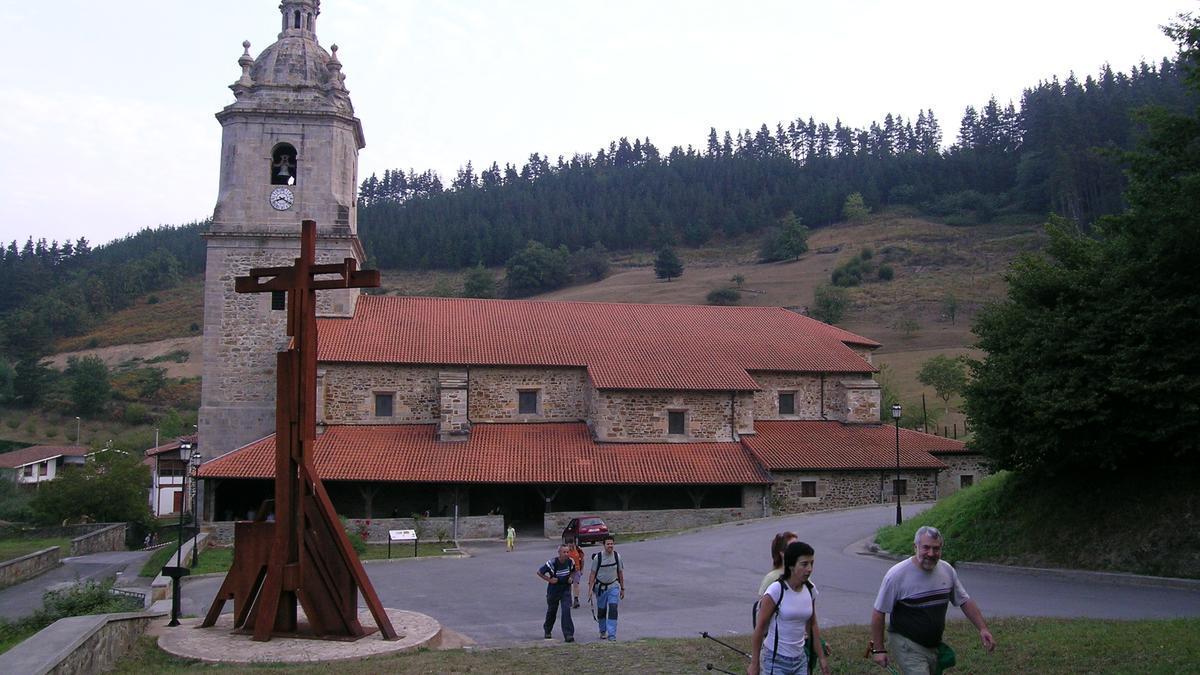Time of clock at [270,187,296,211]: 8:20
